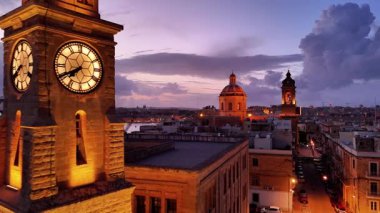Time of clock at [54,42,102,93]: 7:40
